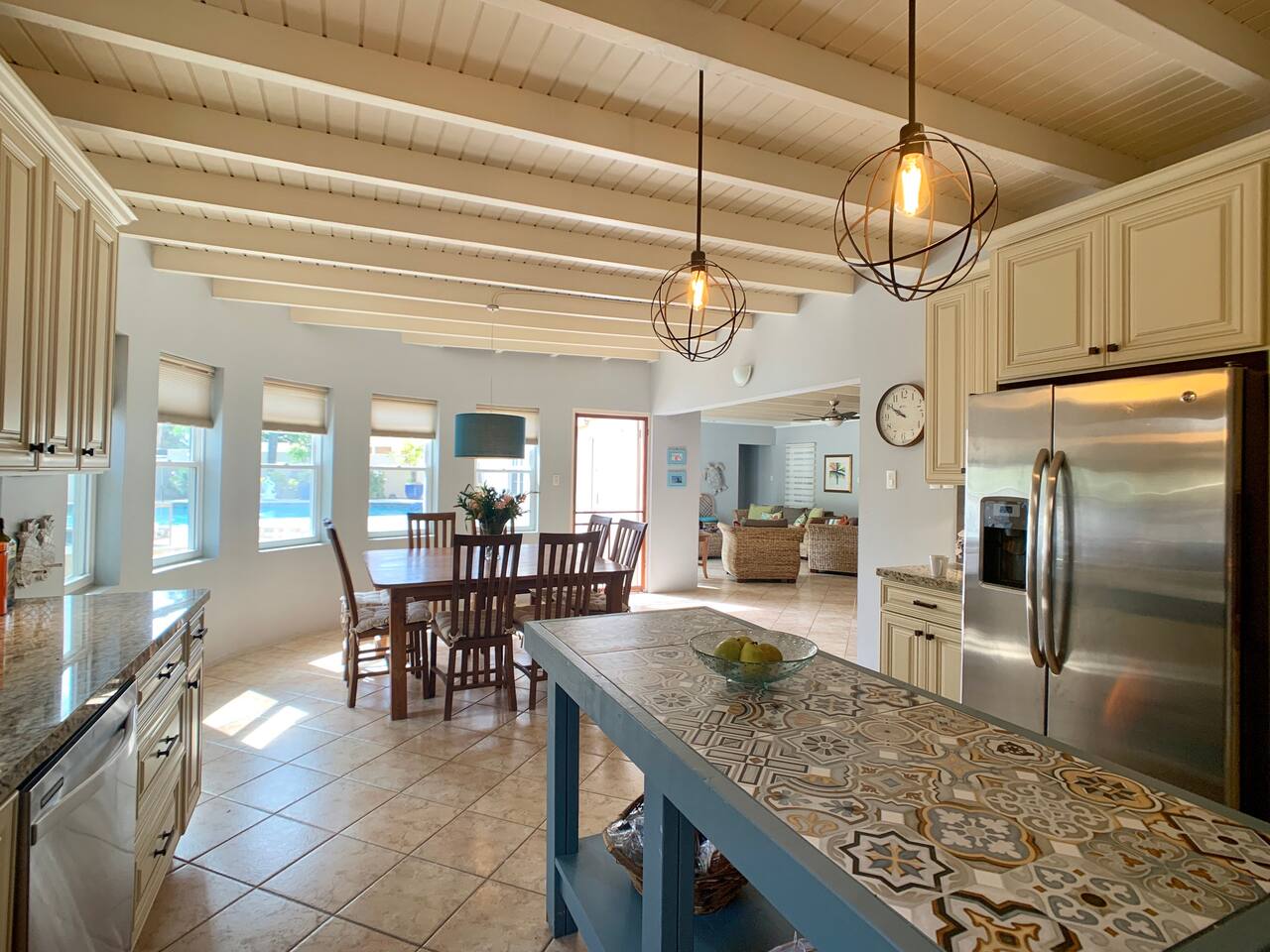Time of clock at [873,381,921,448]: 9:50
